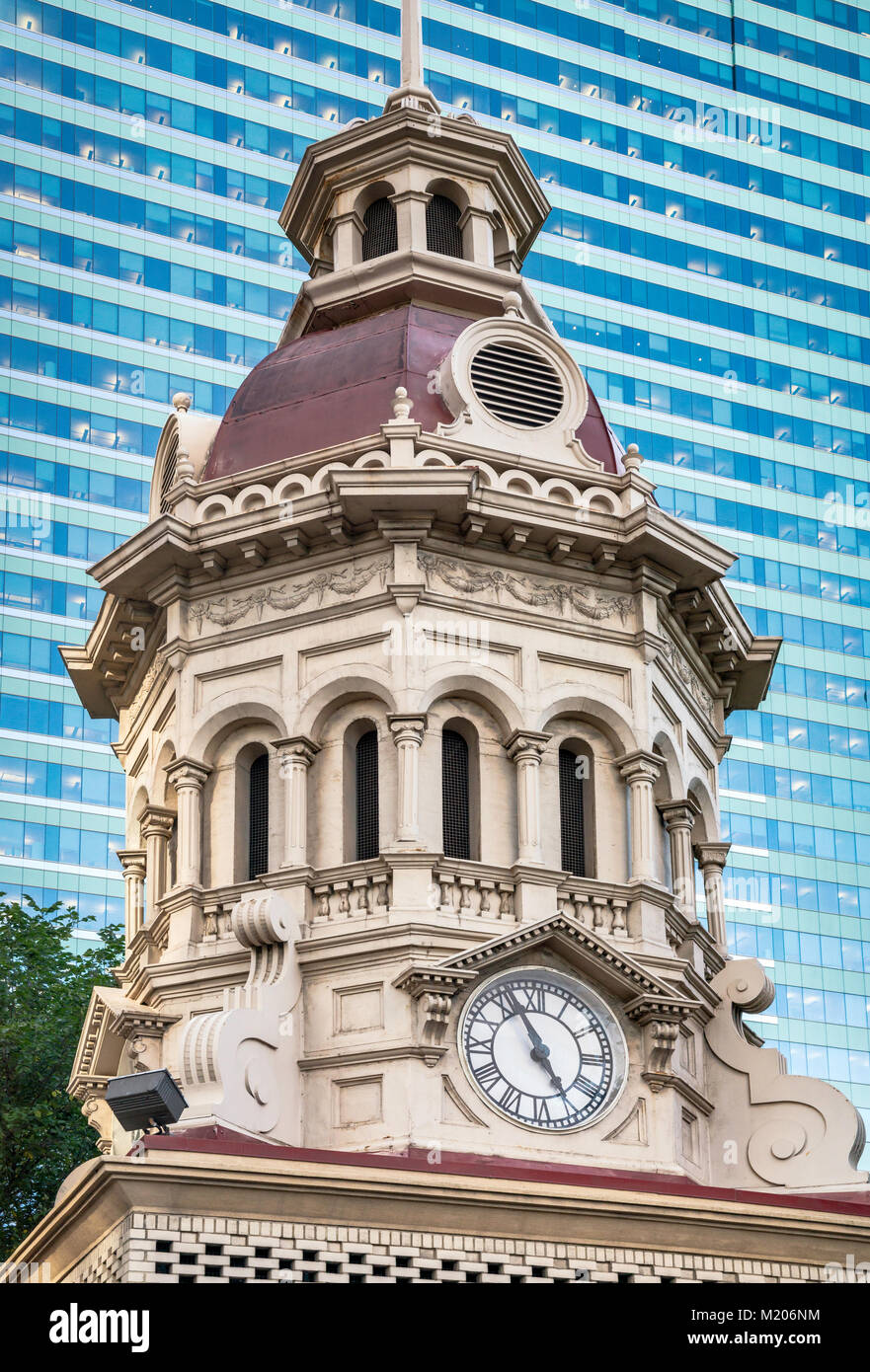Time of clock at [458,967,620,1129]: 4:56
